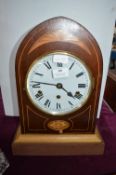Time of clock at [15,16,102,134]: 4:21
